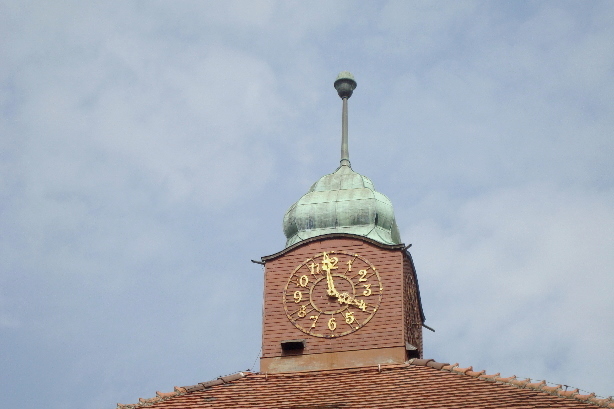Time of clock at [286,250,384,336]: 3:58
